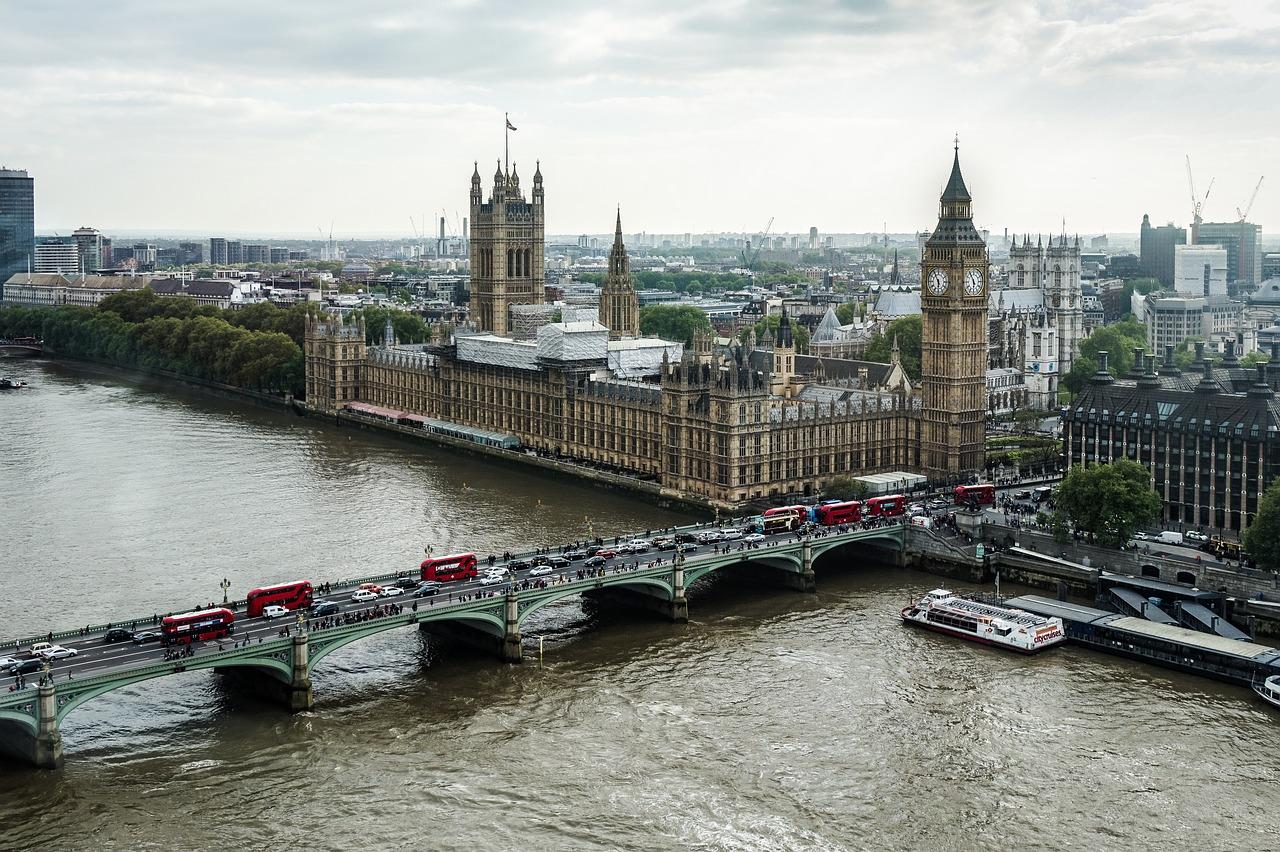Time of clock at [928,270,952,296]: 5:54
